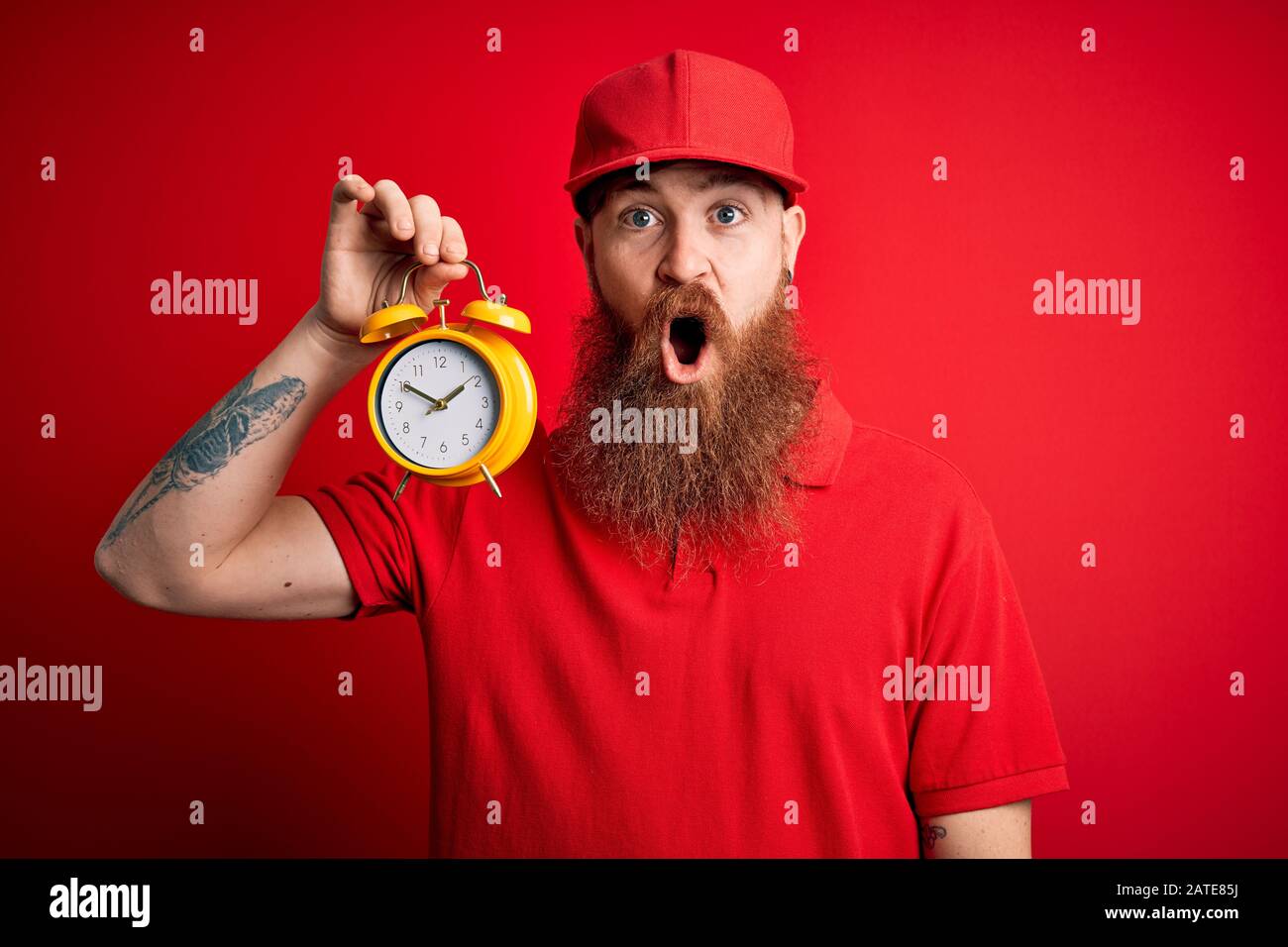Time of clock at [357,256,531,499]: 1:50
